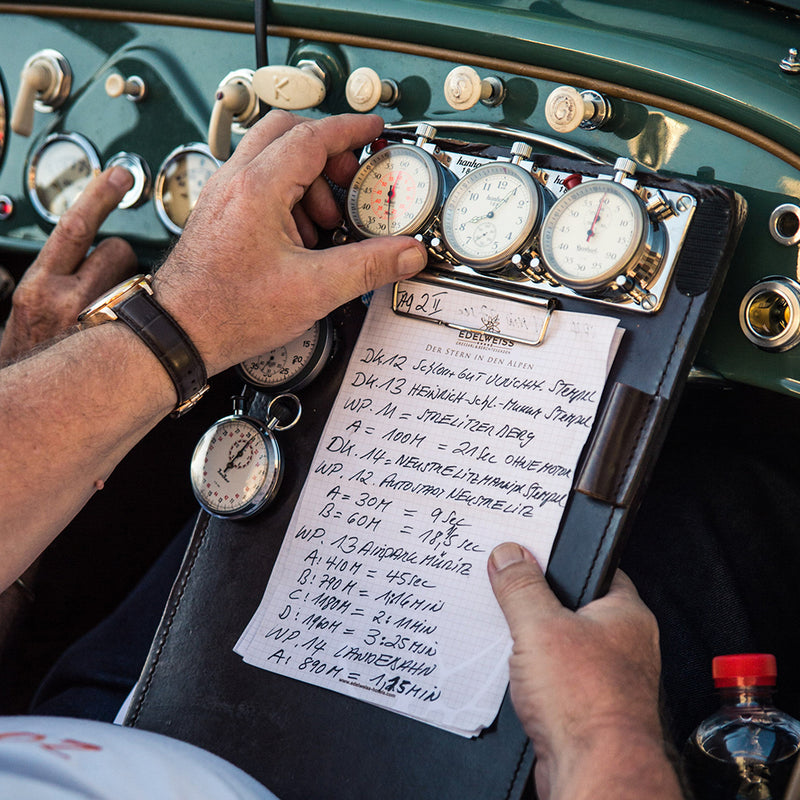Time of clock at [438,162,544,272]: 8:05
